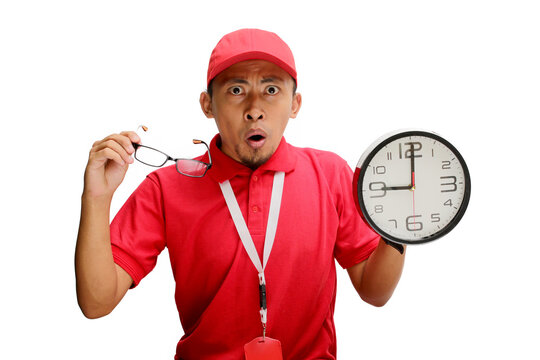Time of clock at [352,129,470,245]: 9:00
